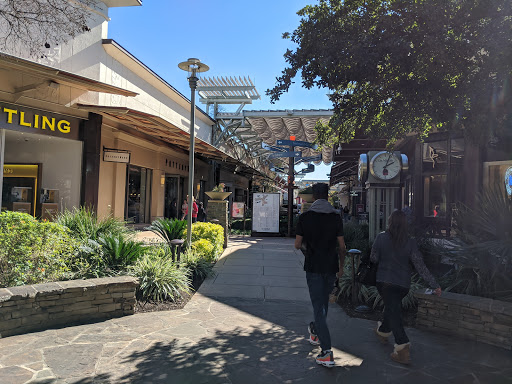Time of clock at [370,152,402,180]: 2:03
